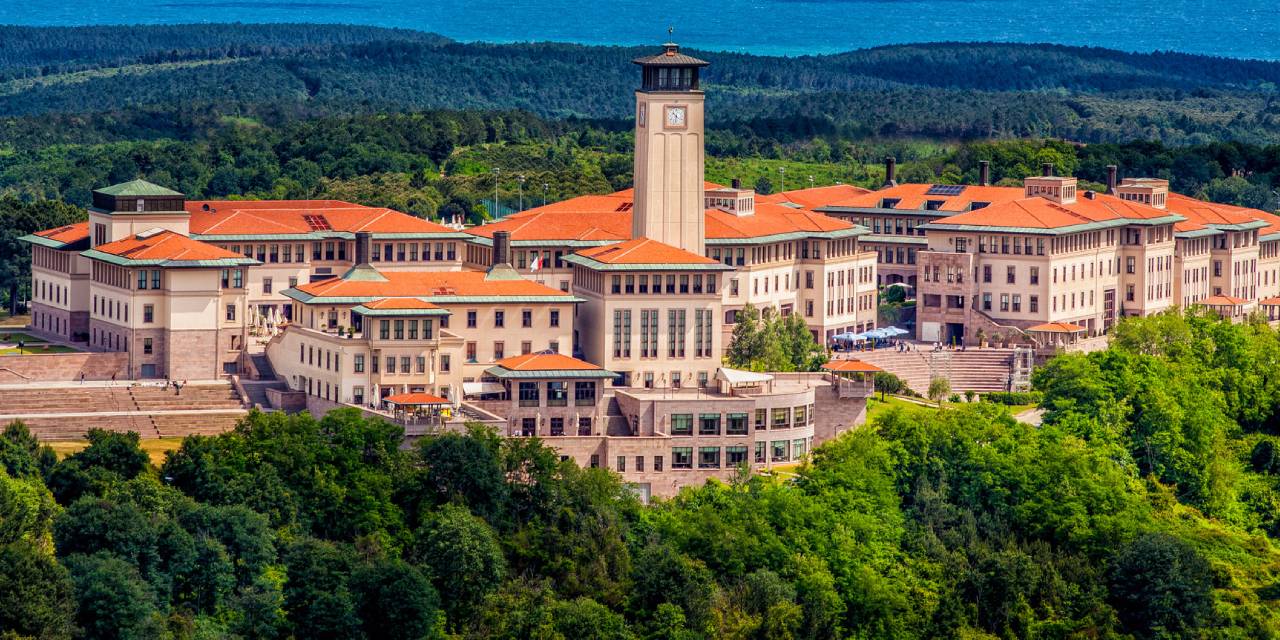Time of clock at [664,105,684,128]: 10:32
